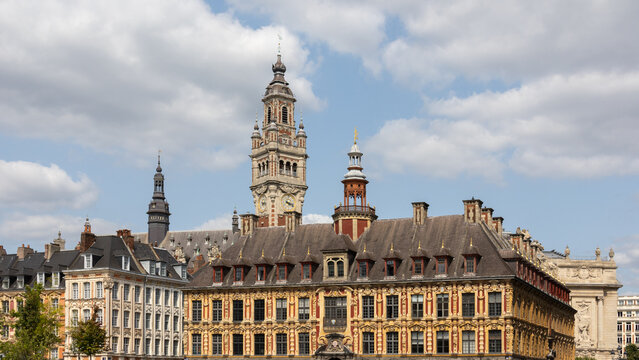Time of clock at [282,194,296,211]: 4:17
